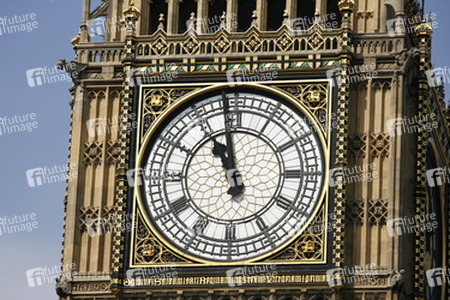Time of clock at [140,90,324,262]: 10:58
